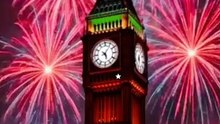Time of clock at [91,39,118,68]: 5:05
